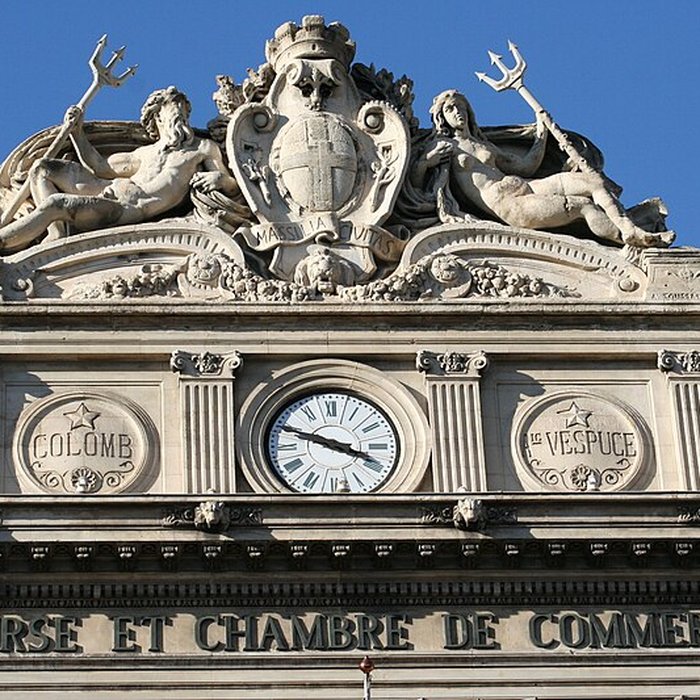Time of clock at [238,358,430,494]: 3:48
